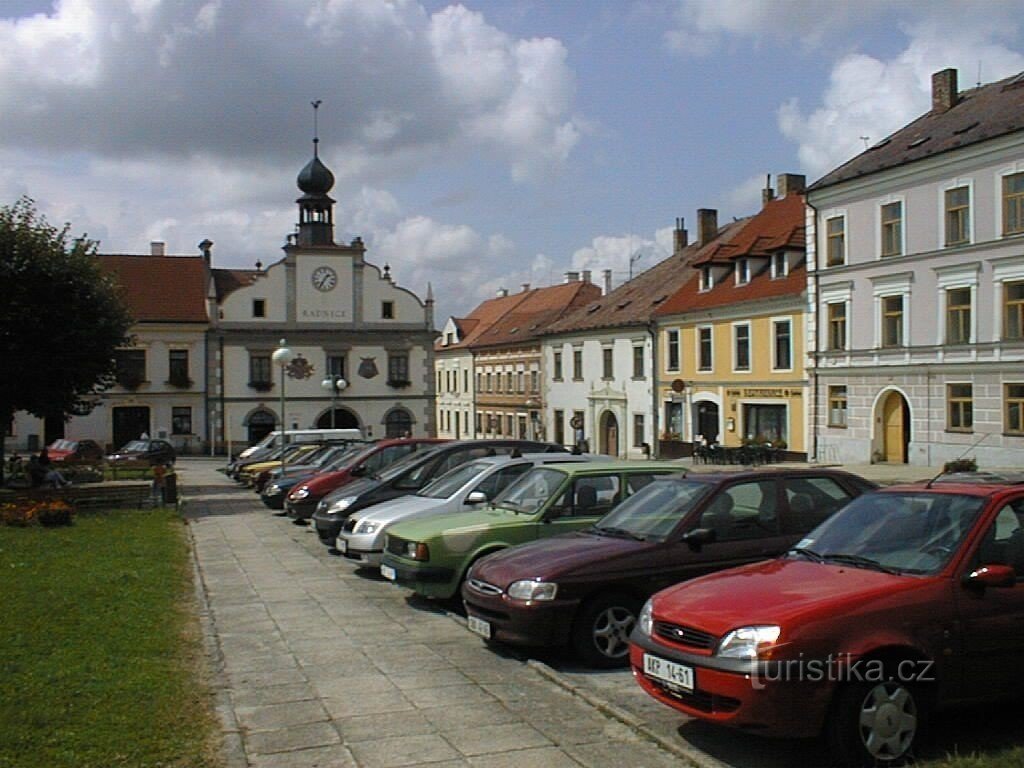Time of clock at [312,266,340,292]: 1:35
